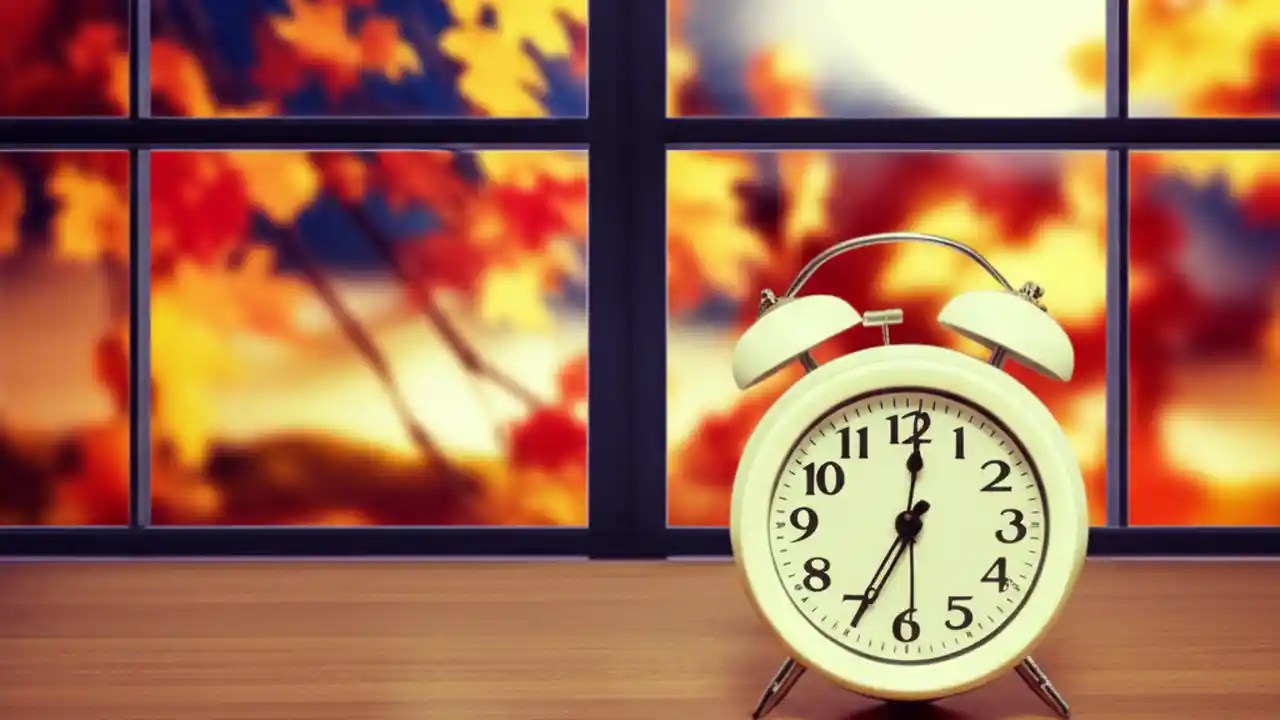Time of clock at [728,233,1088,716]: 7:01
